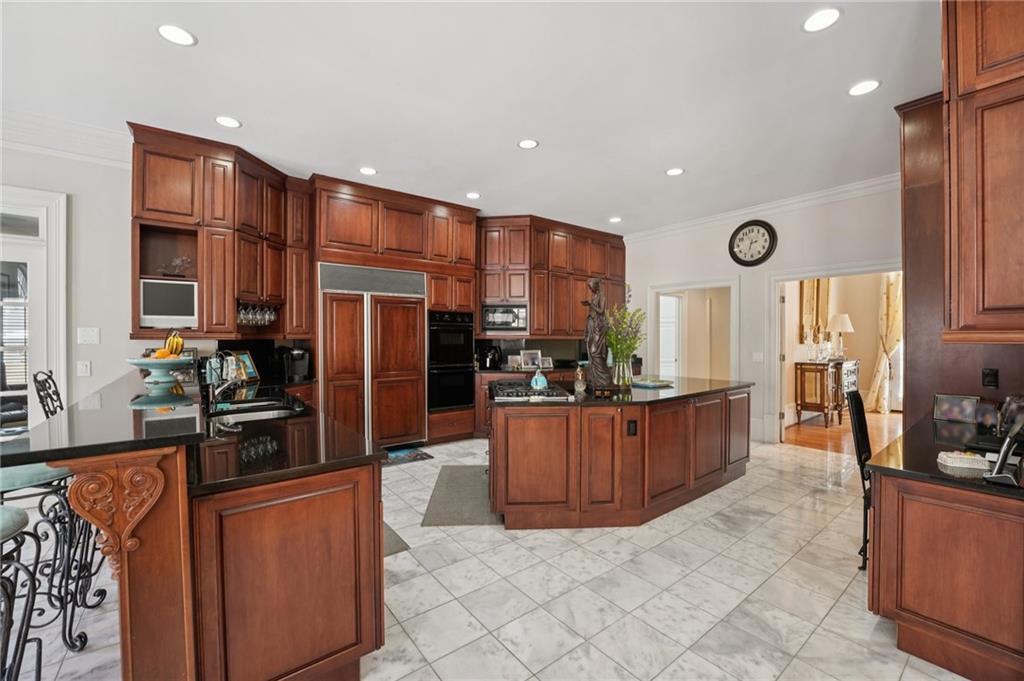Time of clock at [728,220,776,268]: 2:33
